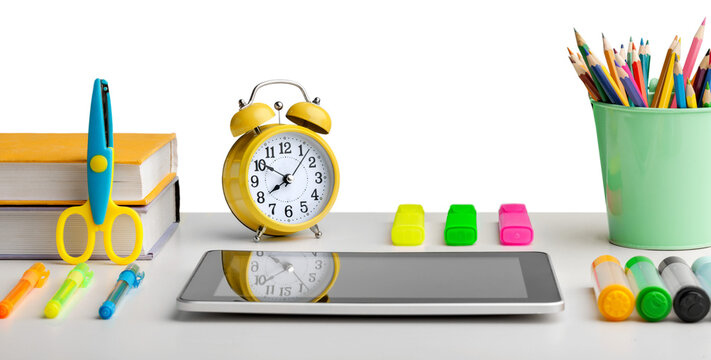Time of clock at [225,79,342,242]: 7:50
